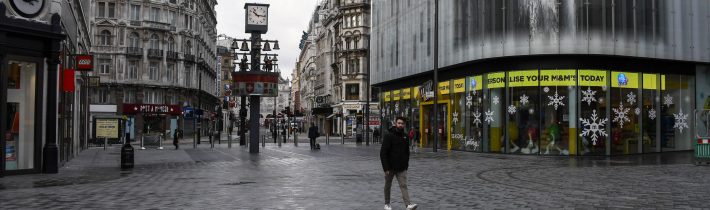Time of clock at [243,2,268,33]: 10:15
